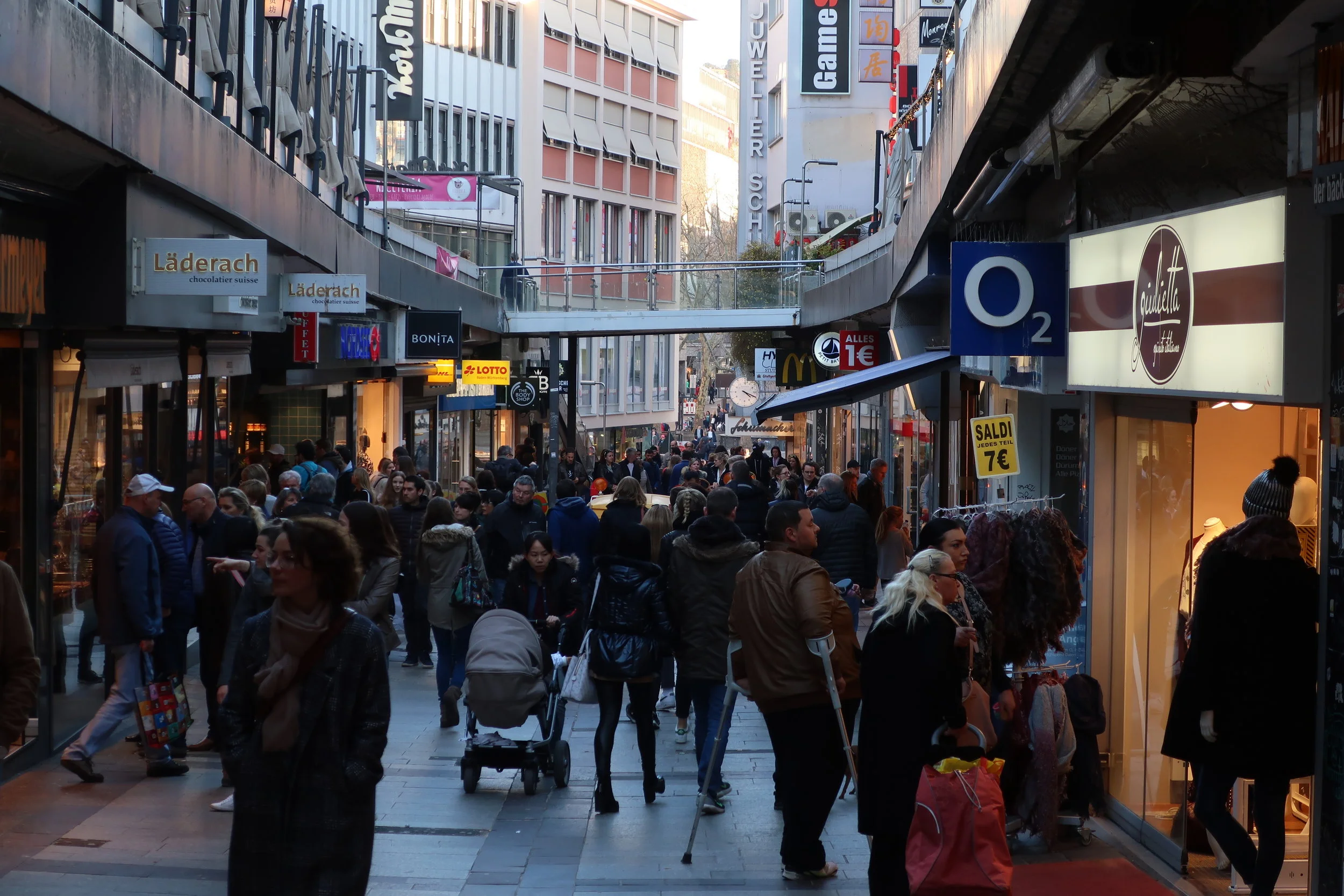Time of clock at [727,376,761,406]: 4:19
